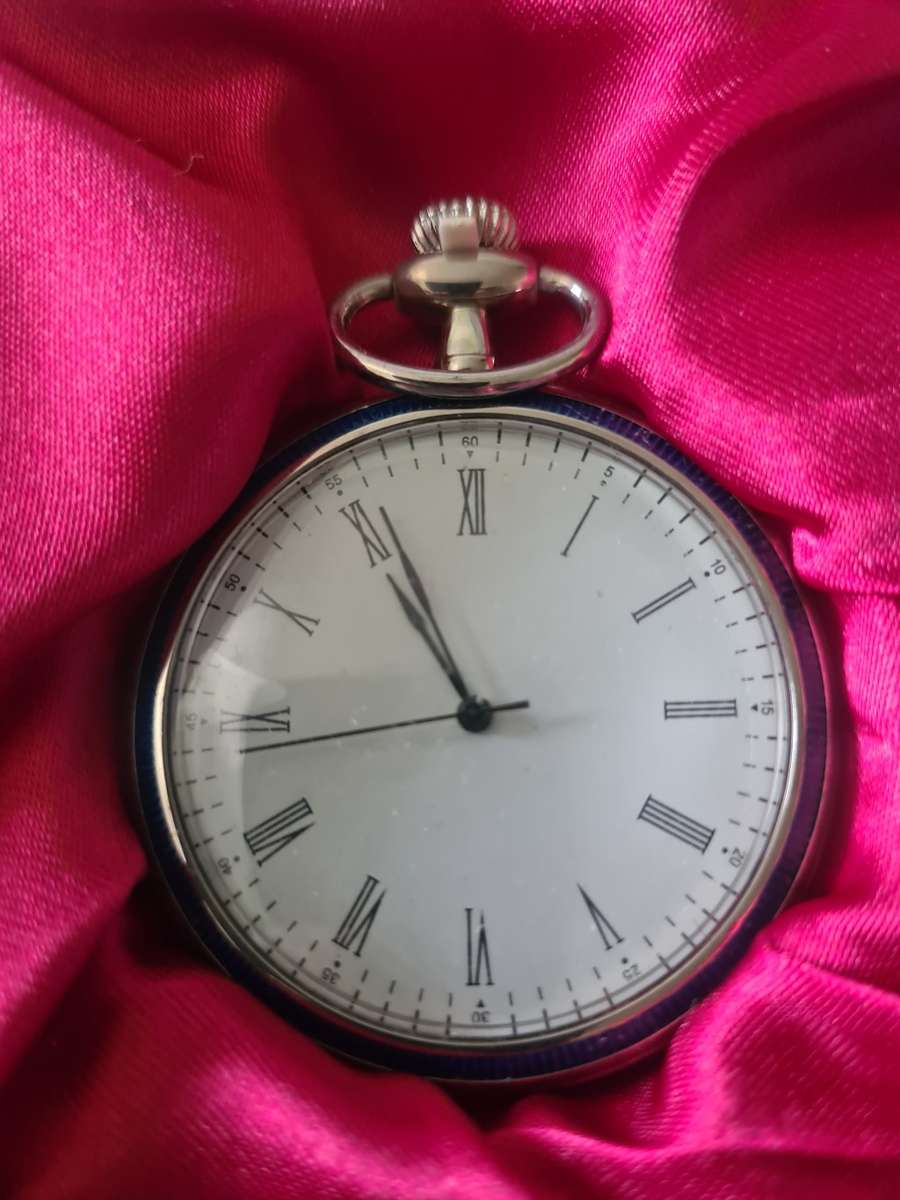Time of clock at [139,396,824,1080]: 10:55
